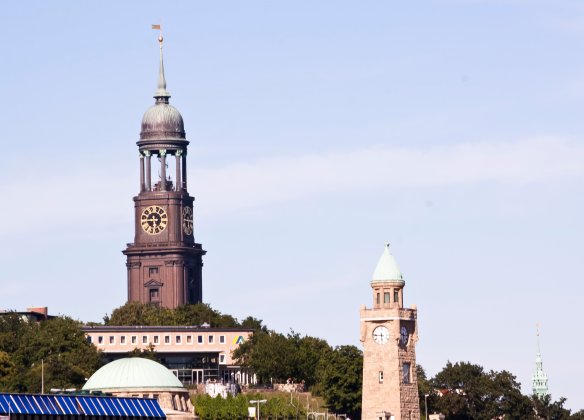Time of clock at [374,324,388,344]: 5:45
